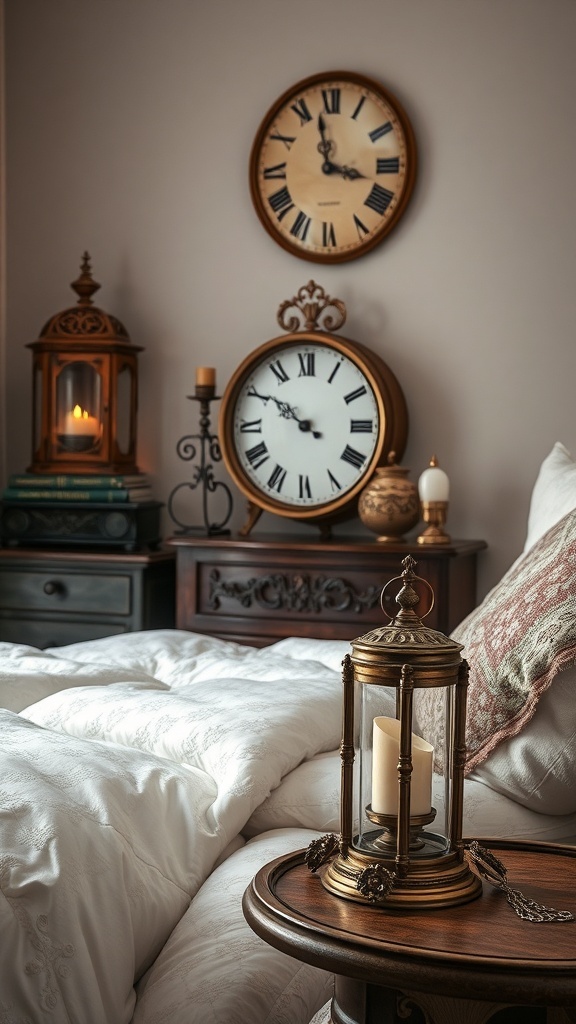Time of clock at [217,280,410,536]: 9:50
